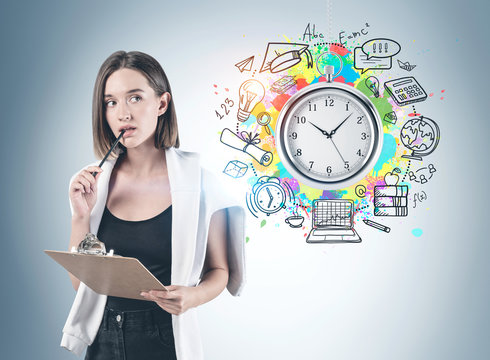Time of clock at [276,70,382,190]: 10:07
